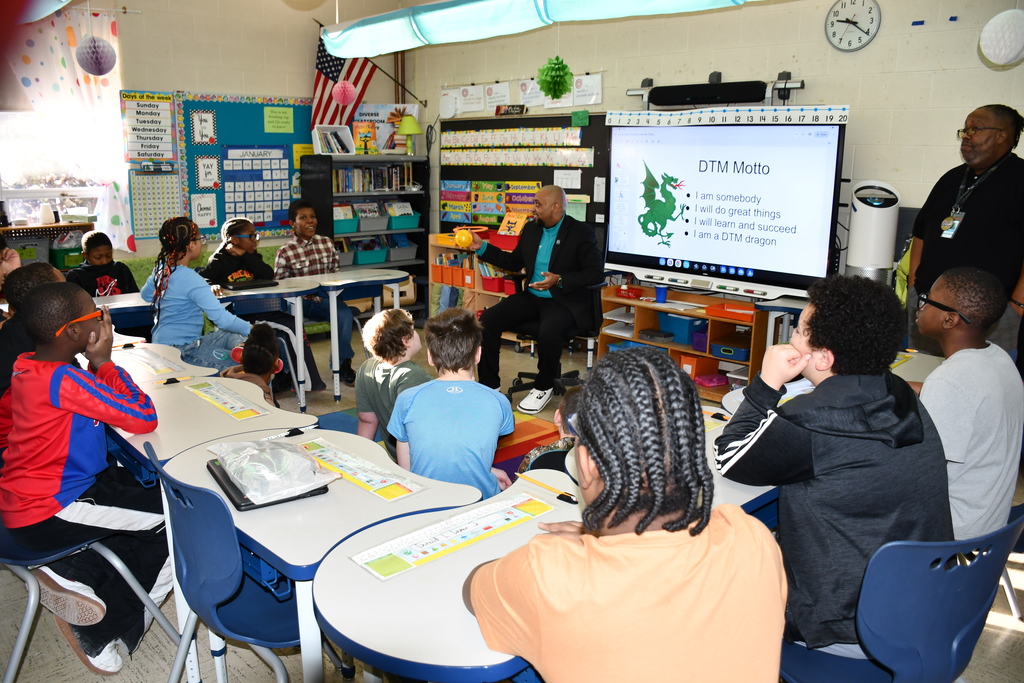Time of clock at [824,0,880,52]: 9:20
